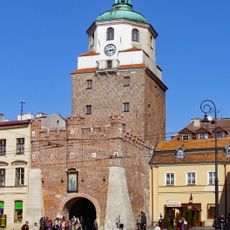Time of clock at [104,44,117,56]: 2:42
